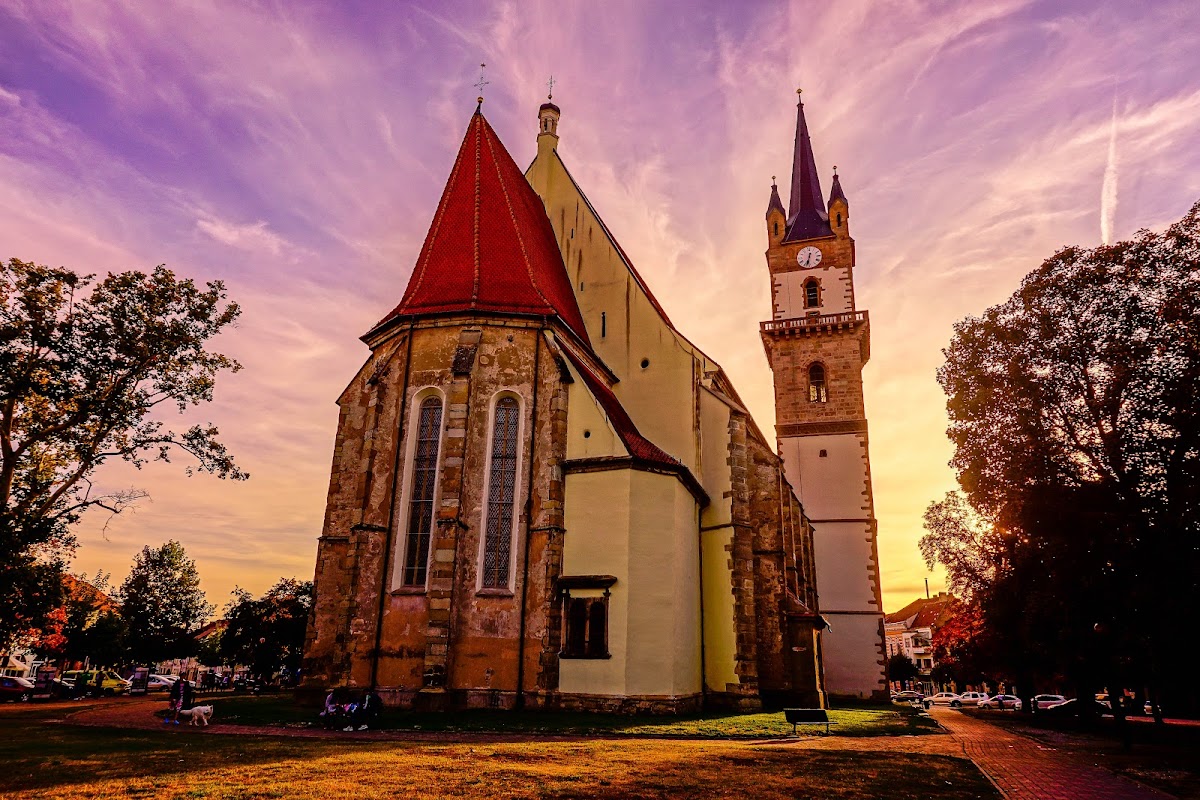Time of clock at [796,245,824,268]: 6:32
